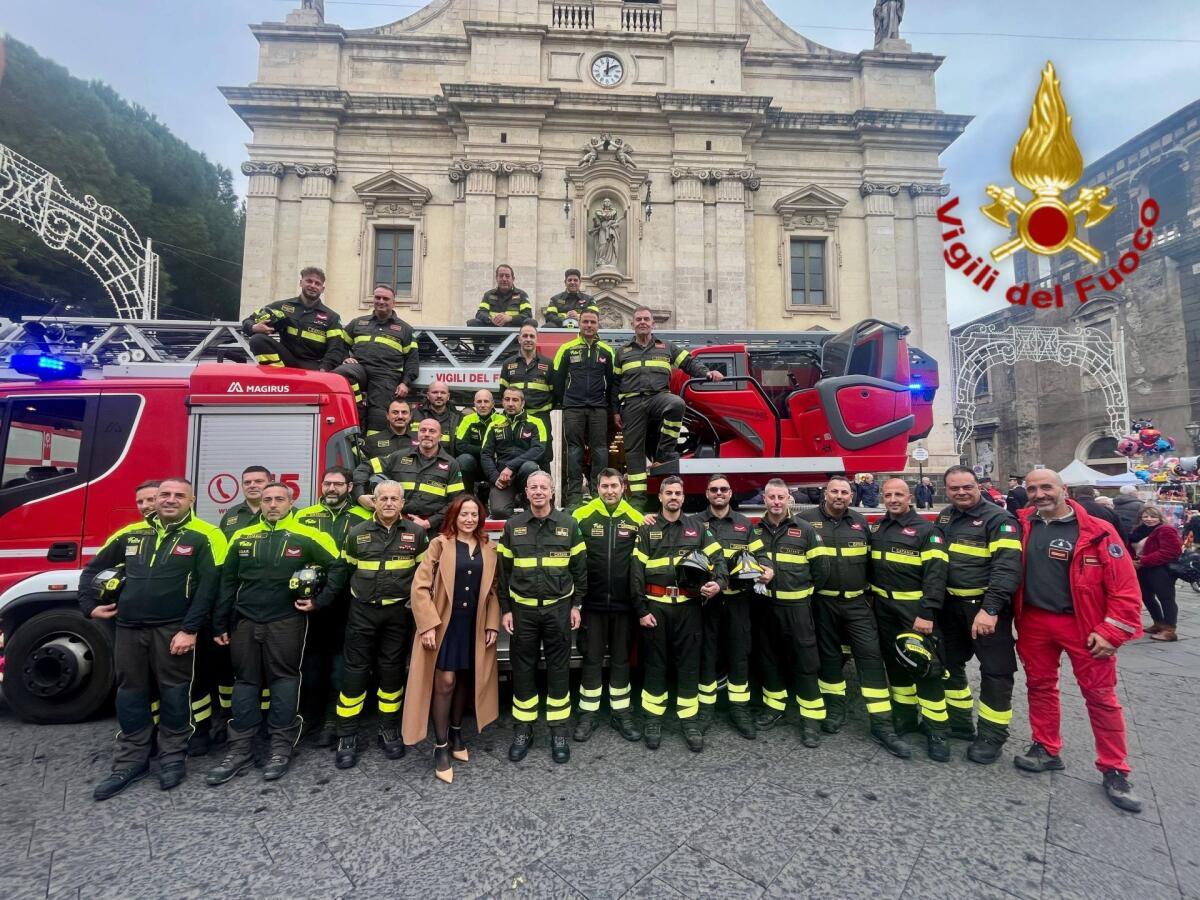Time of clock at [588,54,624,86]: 12:09
